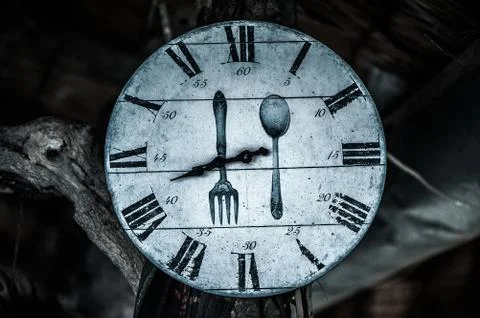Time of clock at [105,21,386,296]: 11:41
